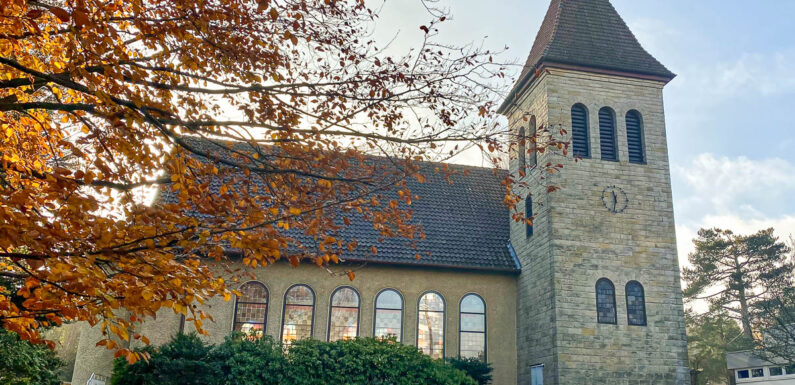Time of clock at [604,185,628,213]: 11:32
